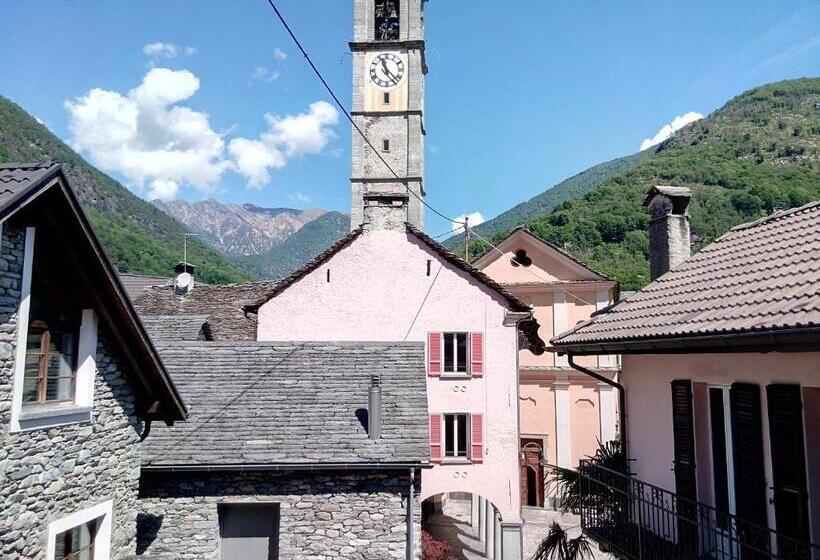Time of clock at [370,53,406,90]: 11:22
